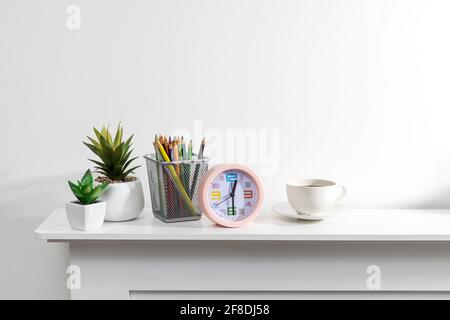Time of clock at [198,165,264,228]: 12:29
